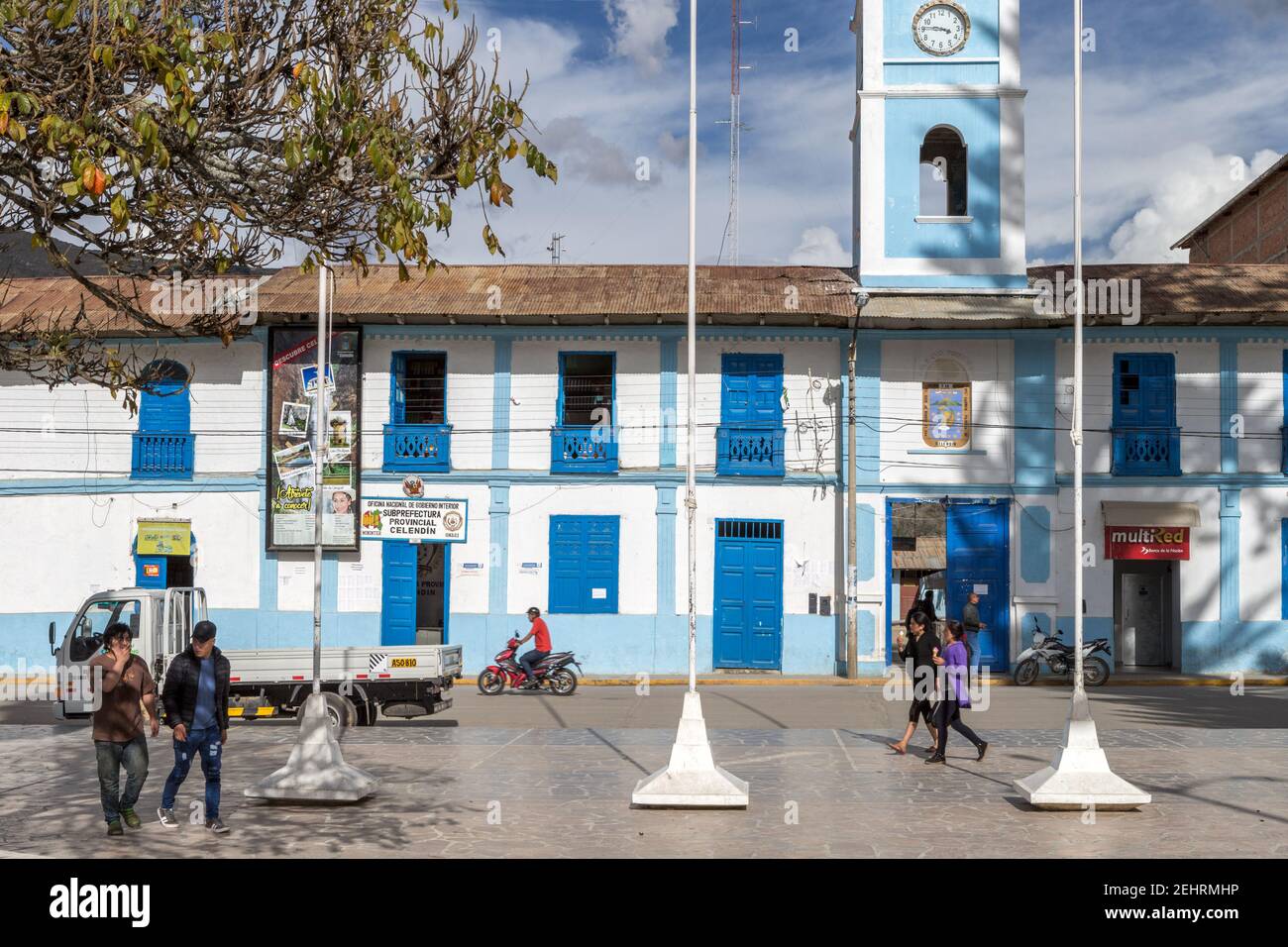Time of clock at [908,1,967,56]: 3:46
